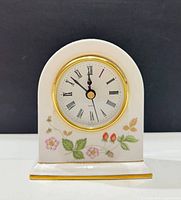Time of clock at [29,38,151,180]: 11:52
